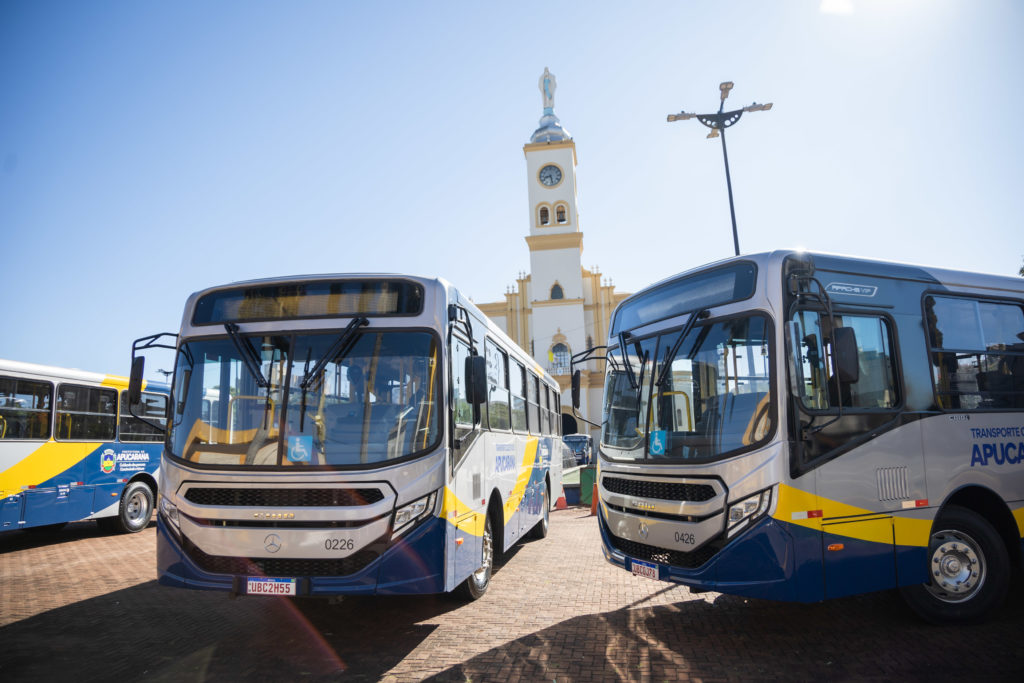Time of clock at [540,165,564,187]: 8:27
